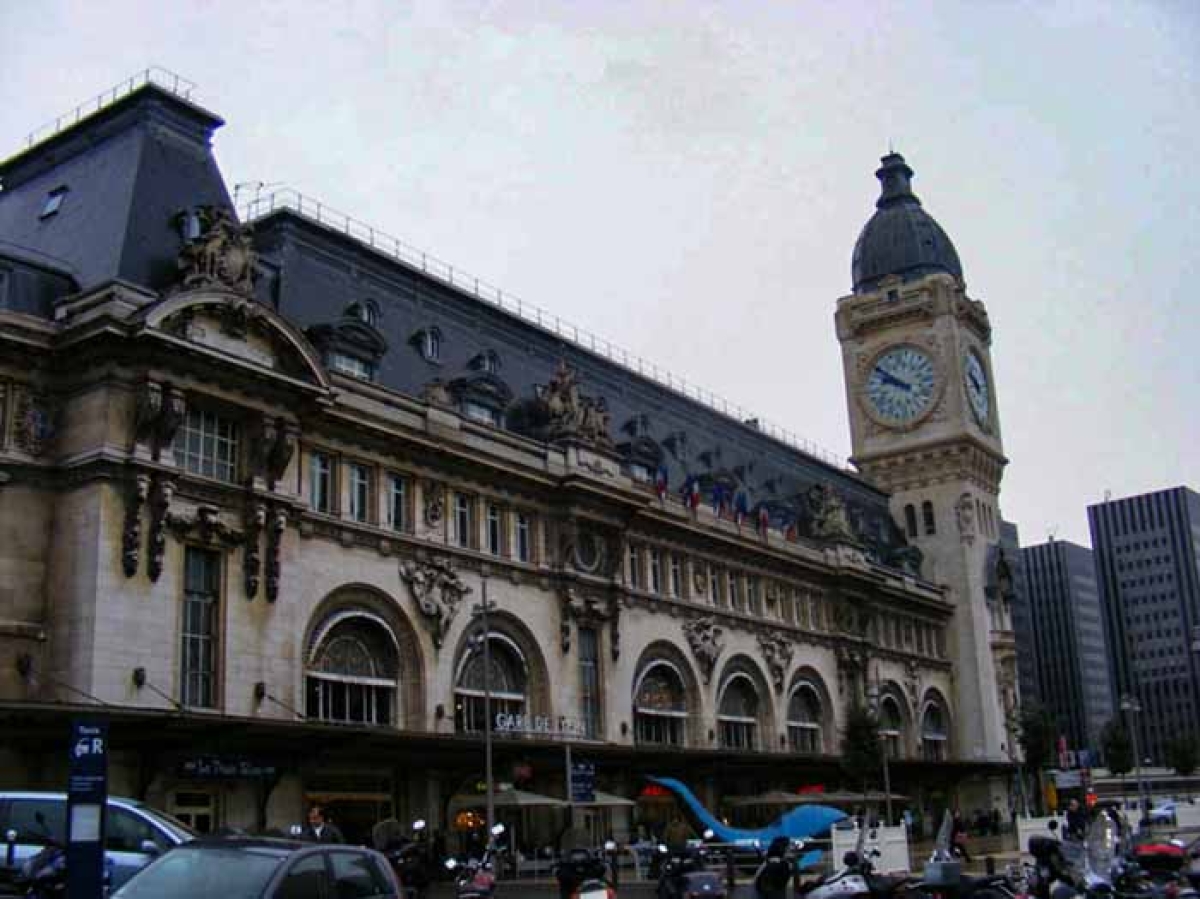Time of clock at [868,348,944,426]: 8:49
